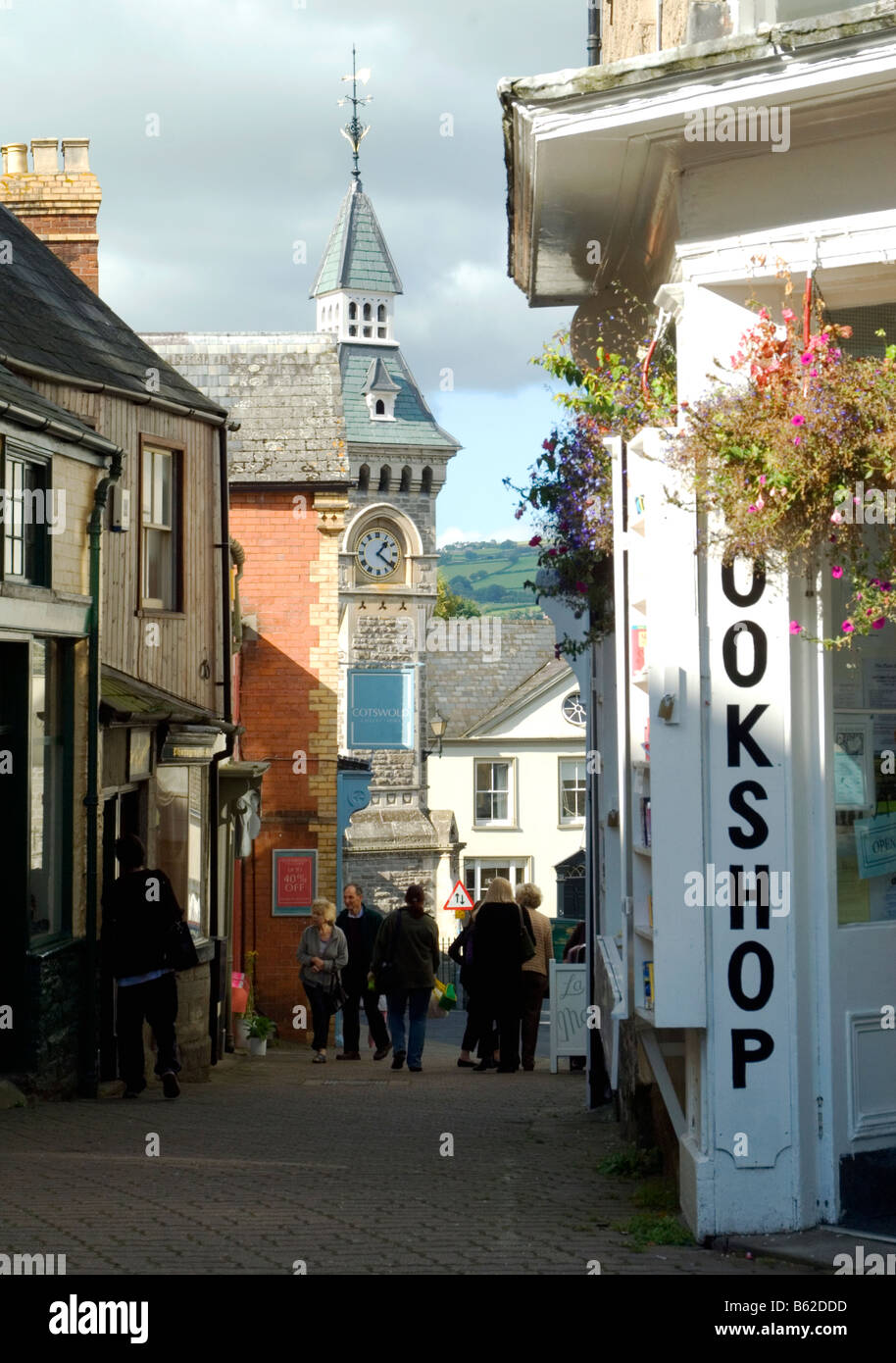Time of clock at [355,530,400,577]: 1:21
